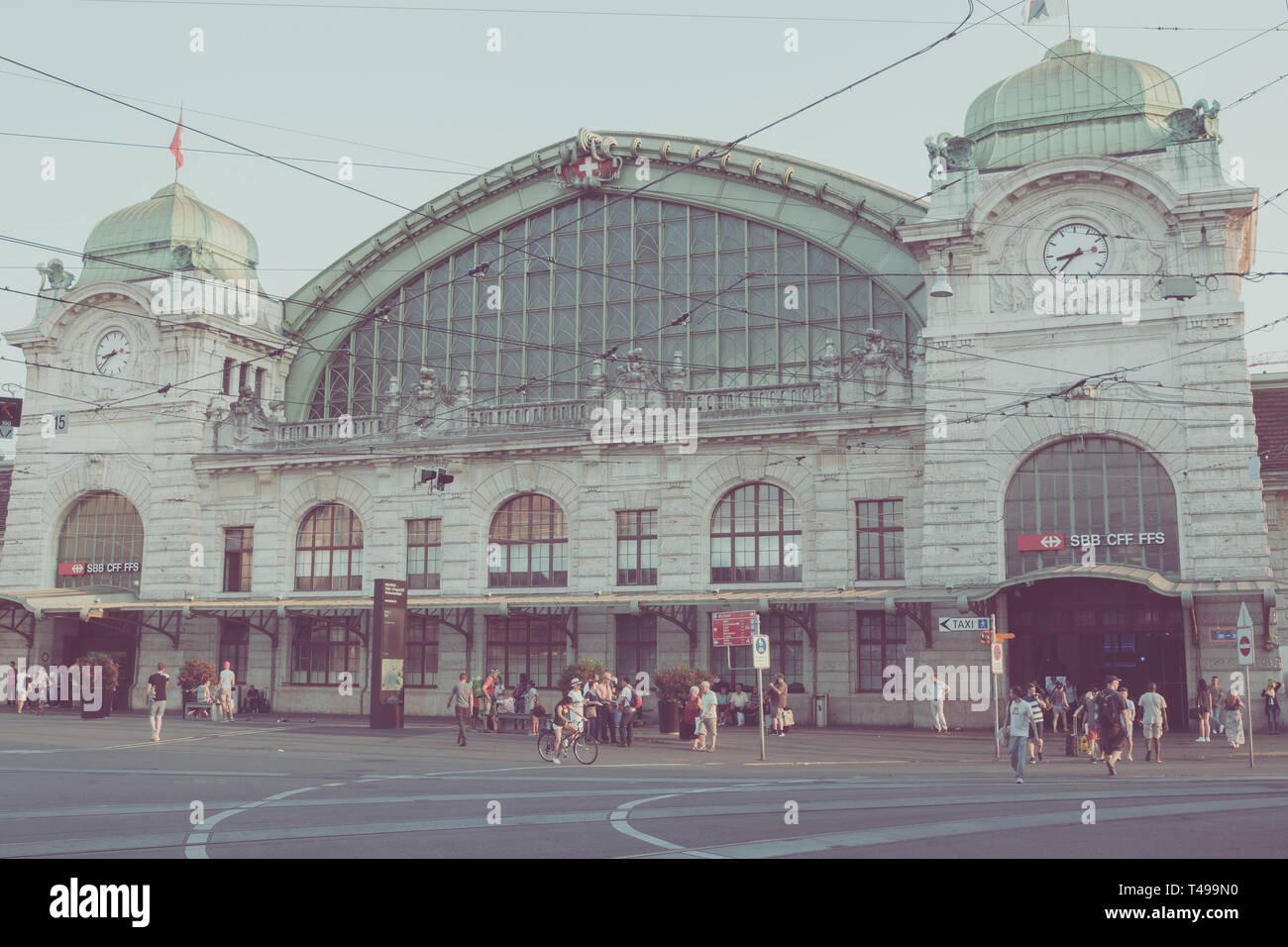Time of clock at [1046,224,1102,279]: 8:37
